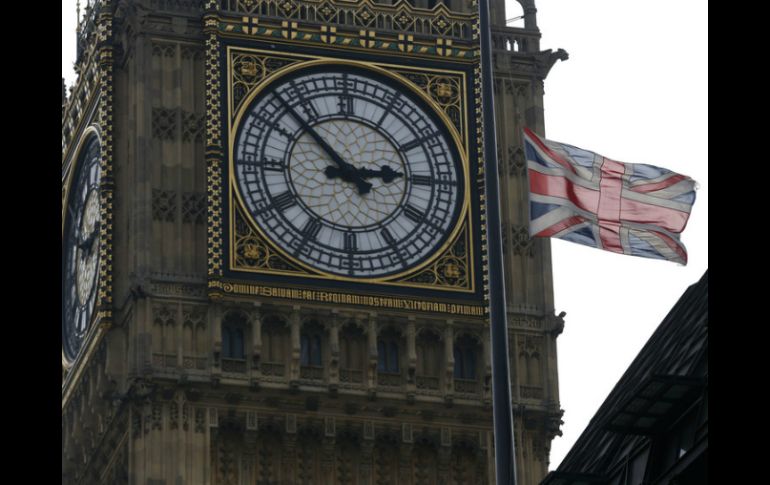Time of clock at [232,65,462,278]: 2:52
